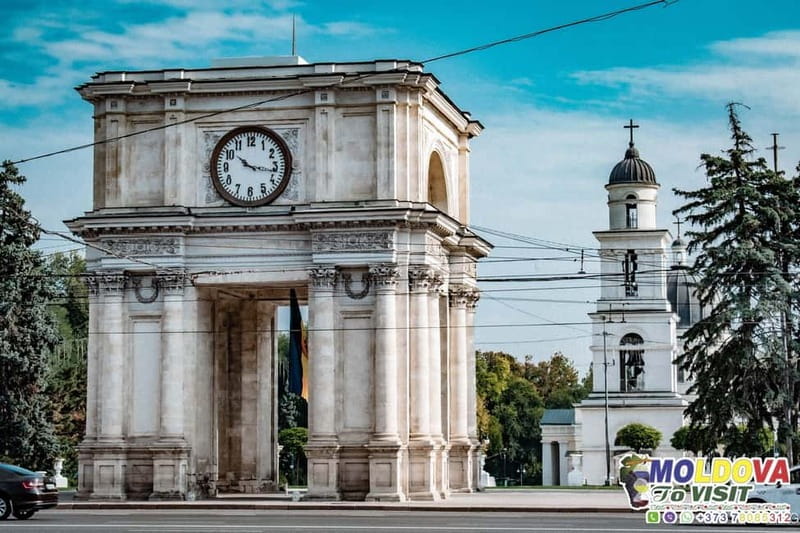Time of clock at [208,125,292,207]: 10:16
